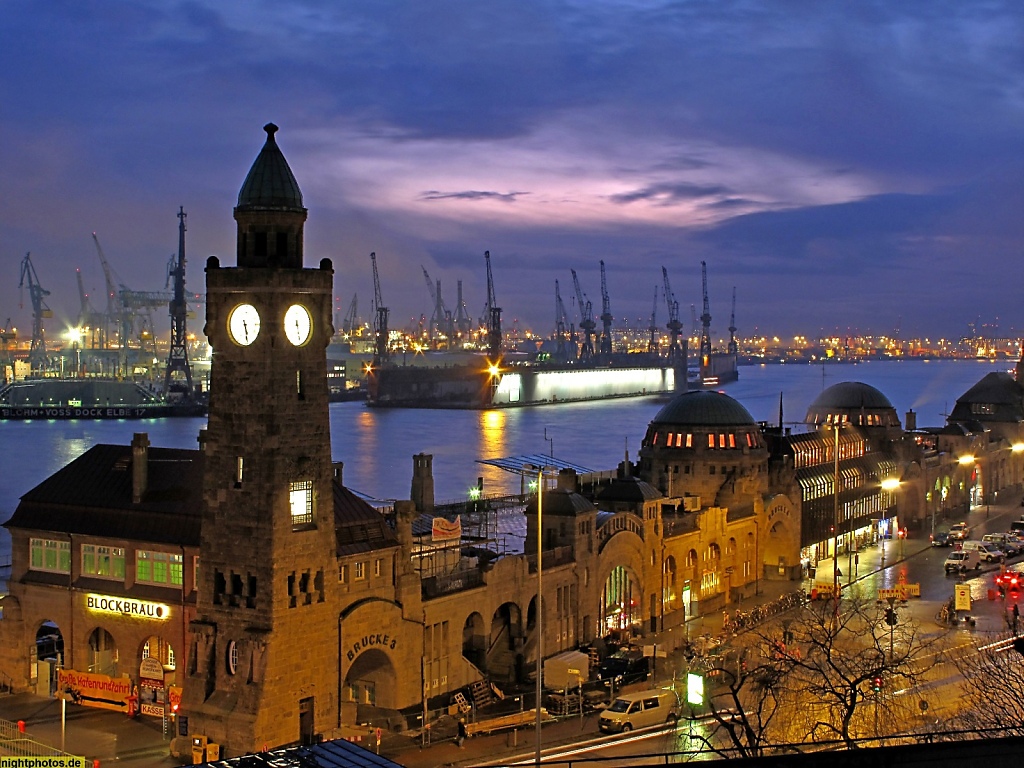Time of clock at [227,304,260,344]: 5:28
